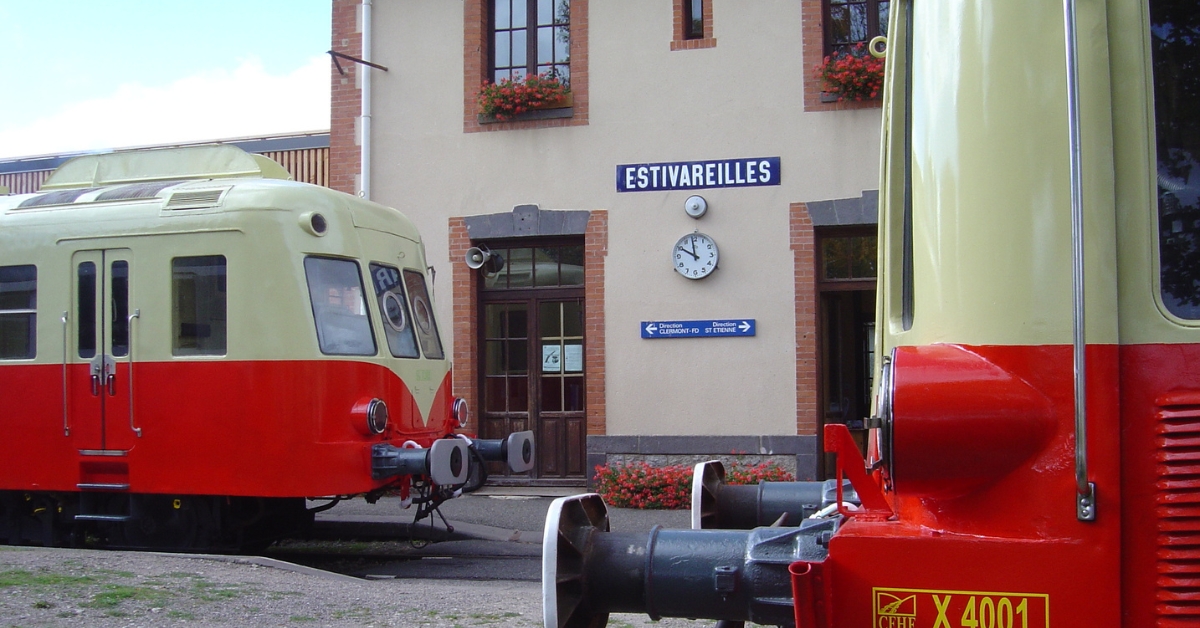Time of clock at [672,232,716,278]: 9:58
